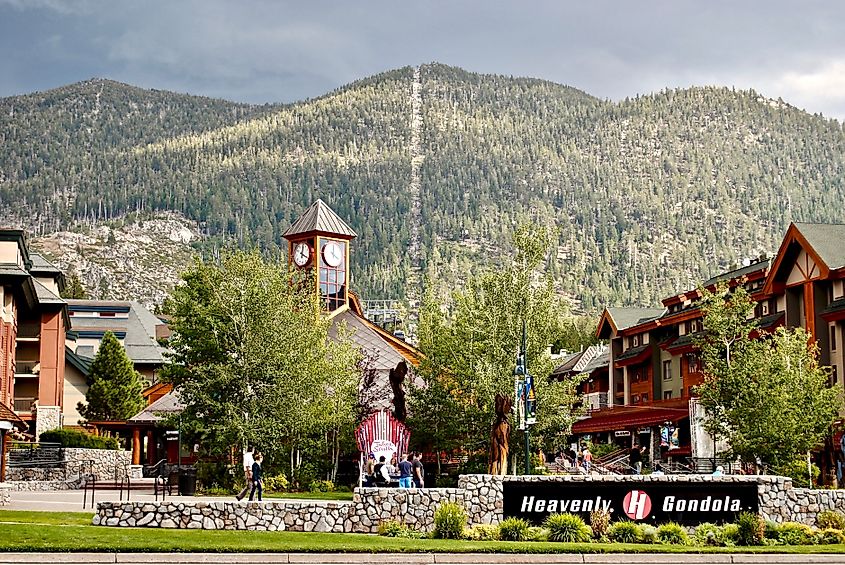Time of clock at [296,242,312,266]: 4:02
